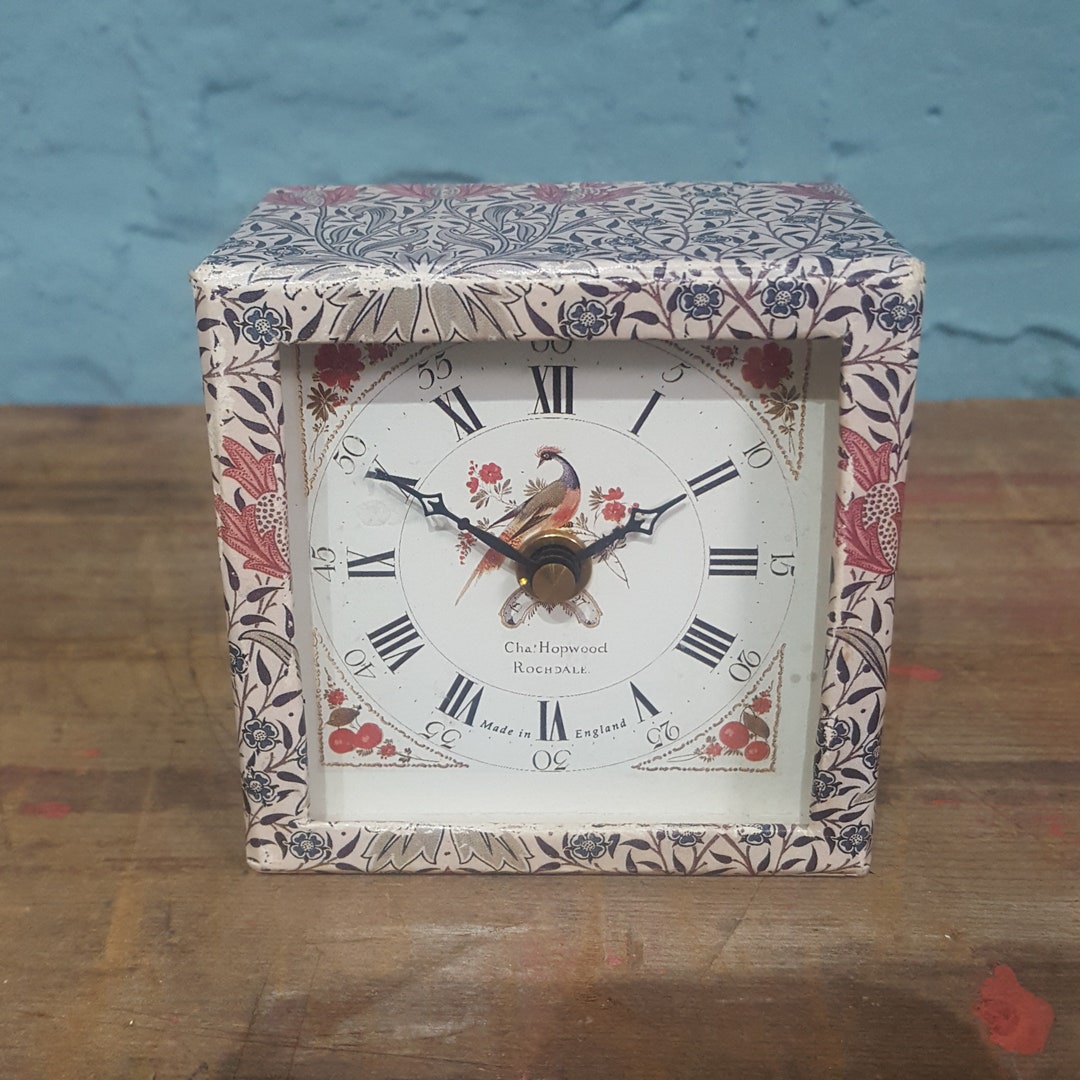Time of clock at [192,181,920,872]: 1:50
